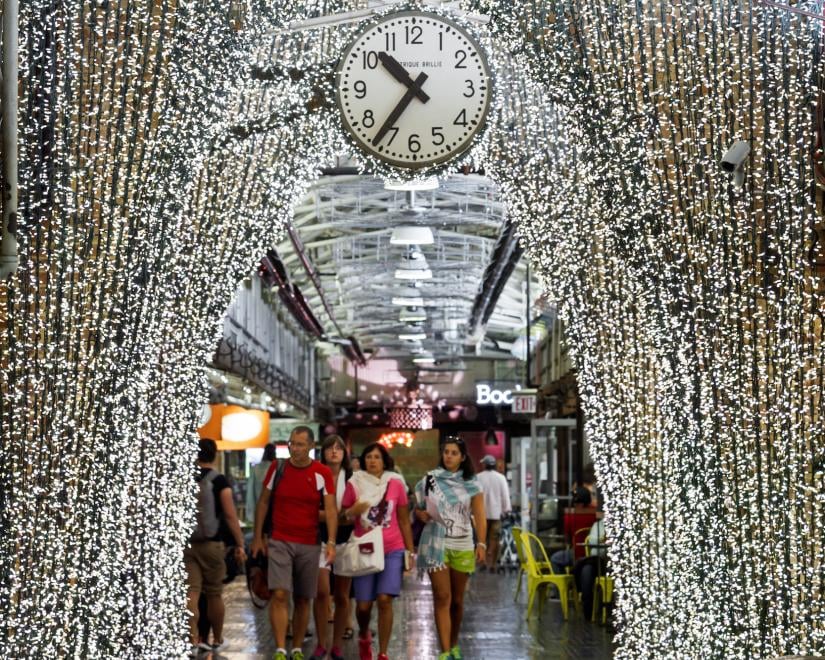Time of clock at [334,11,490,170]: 10:36
